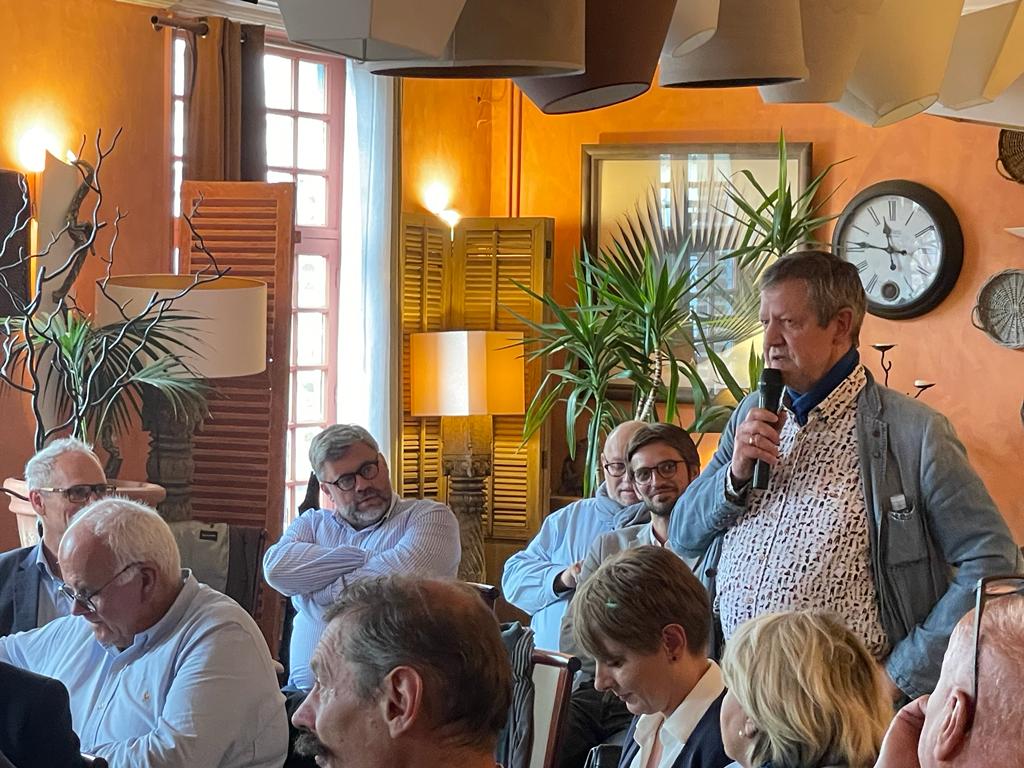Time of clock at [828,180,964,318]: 11:46
